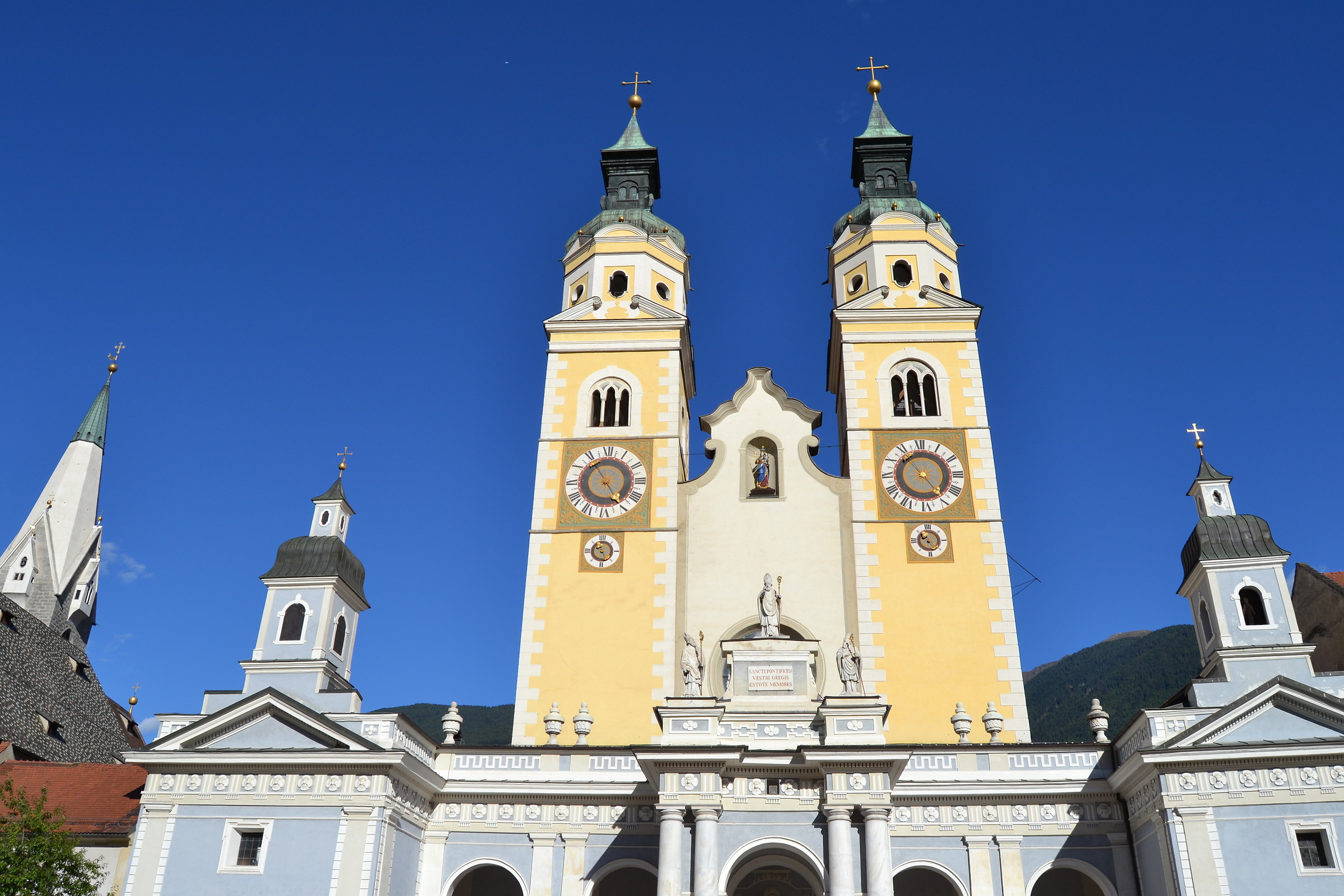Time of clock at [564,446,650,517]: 4:54
